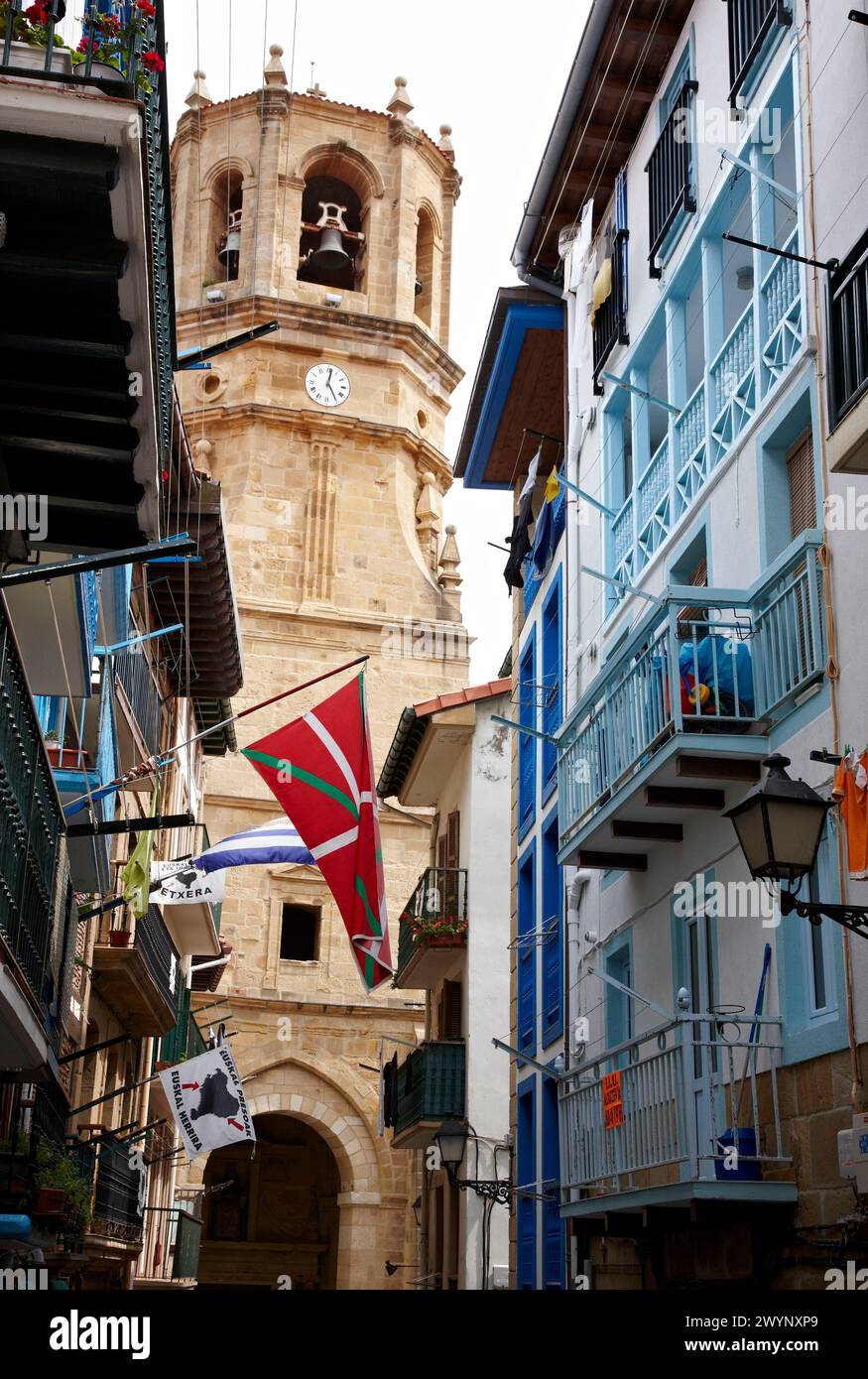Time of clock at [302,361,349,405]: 12:24
